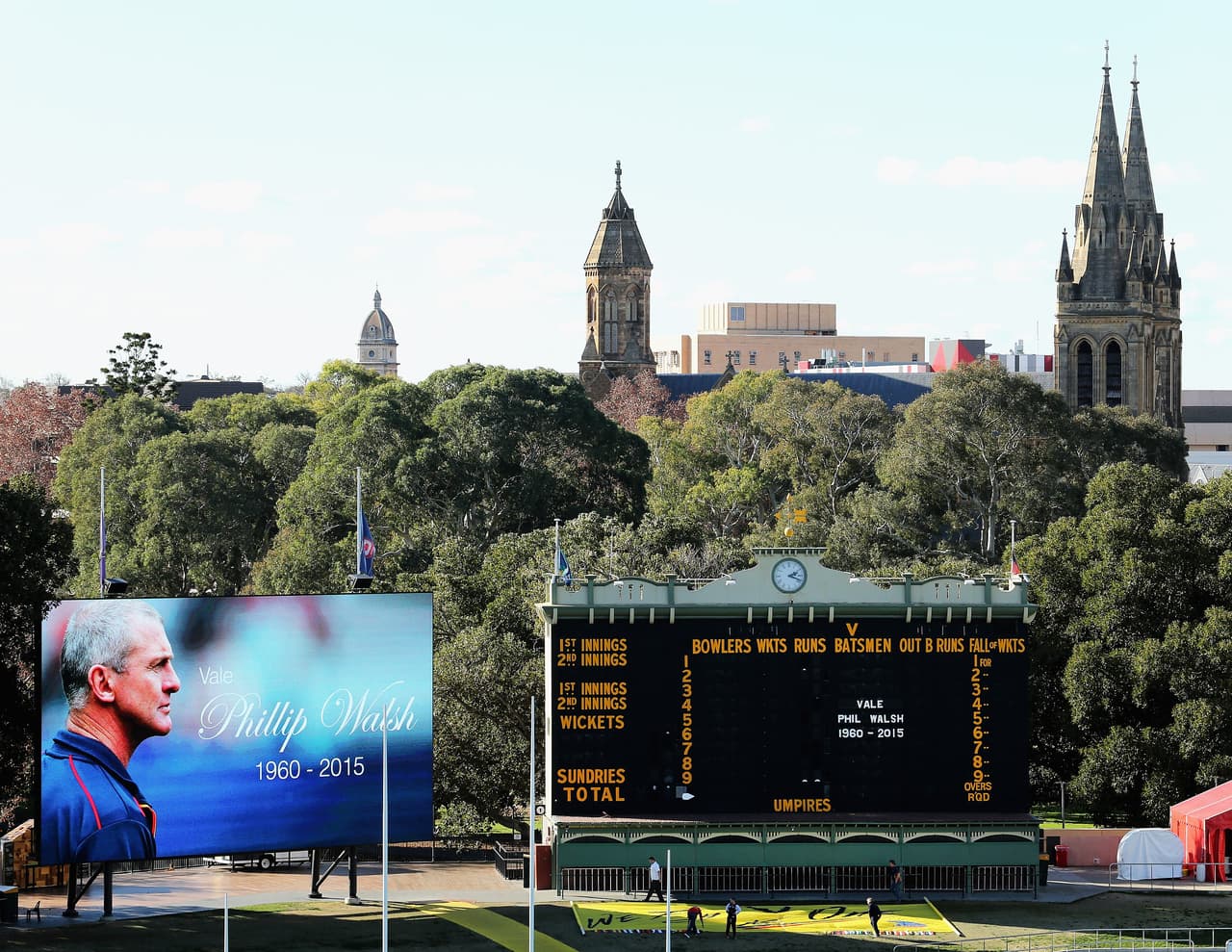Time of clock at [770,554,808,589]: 2:18
